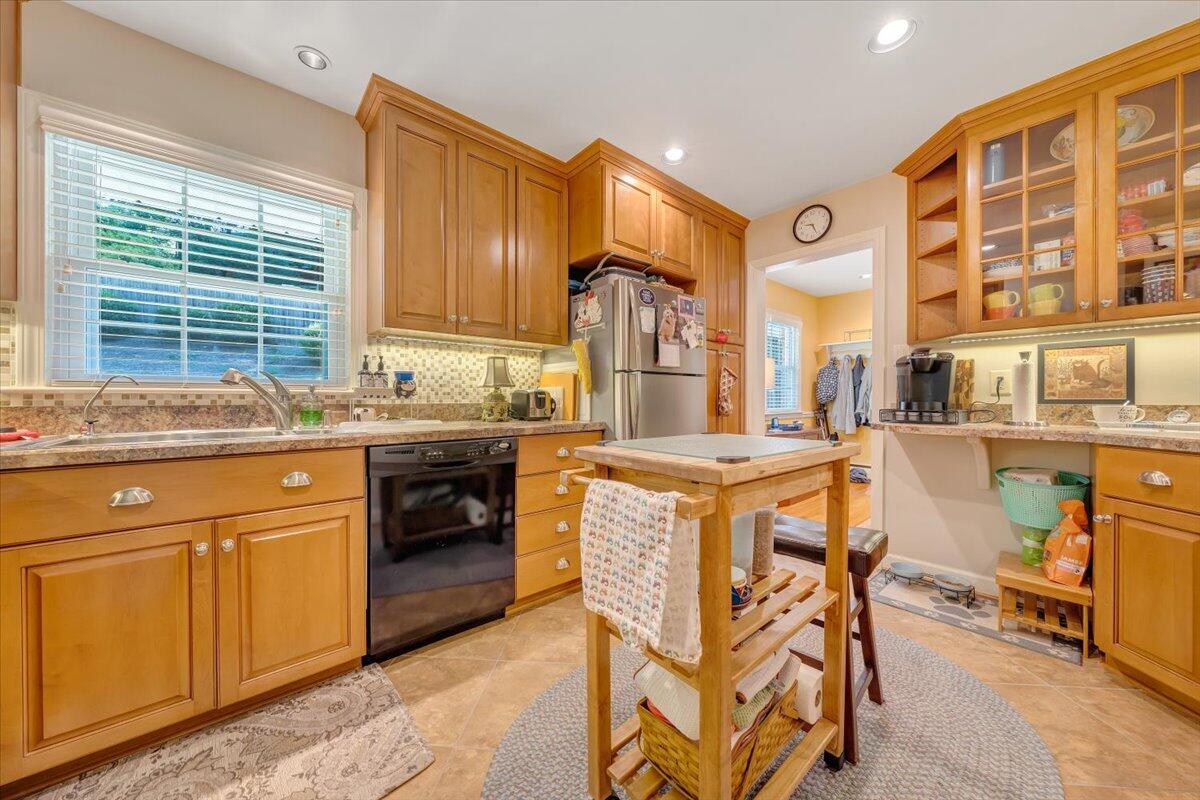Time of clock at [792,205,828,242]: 9:25
